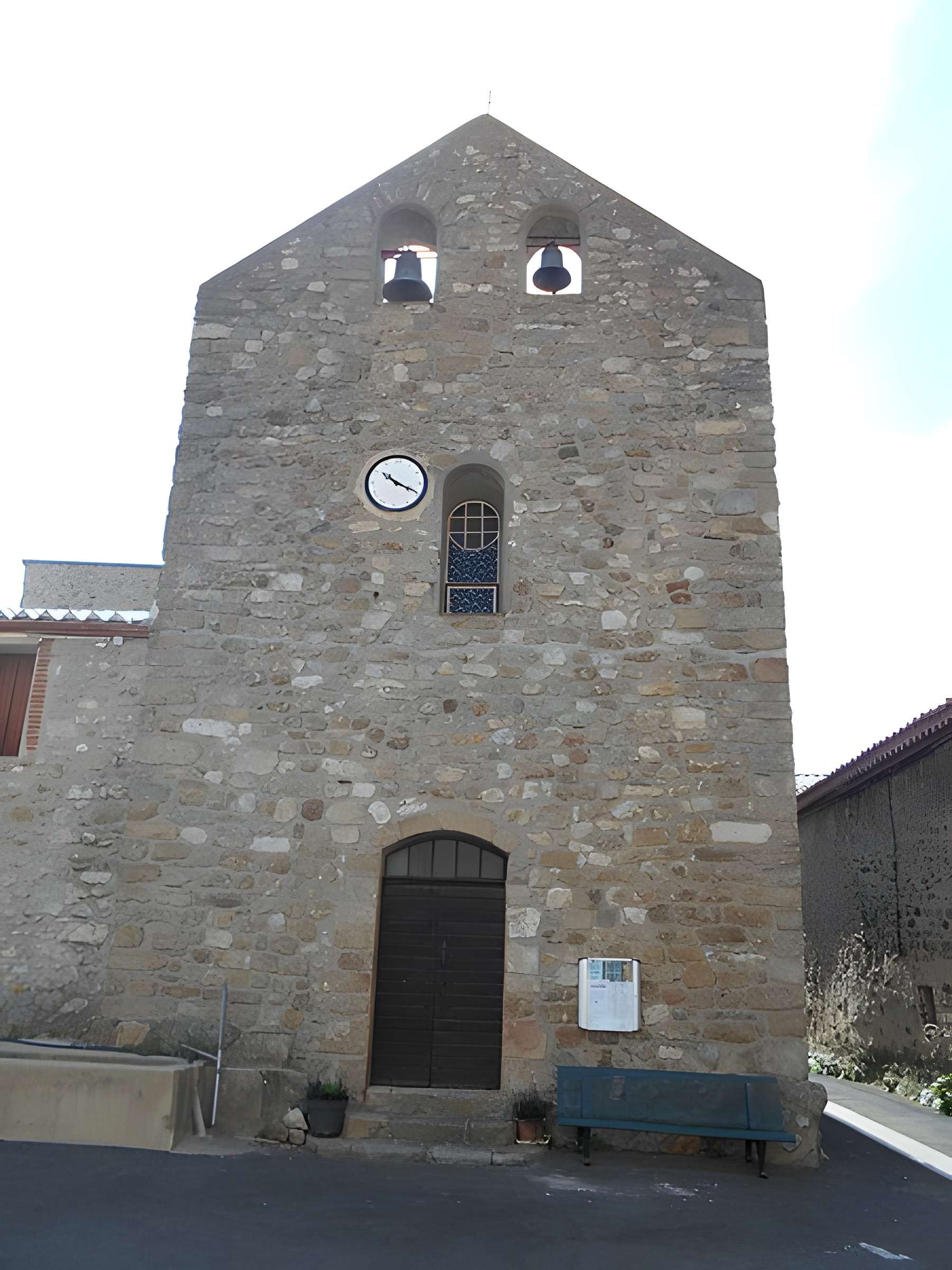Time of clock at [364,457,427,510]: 10:19
